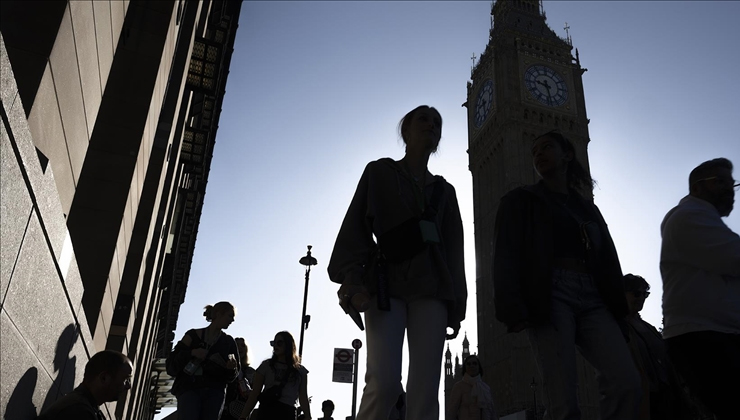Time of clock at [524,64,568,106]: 9:28
